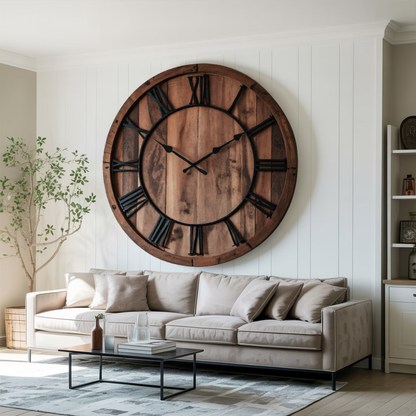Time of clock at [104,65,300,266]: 10:09
